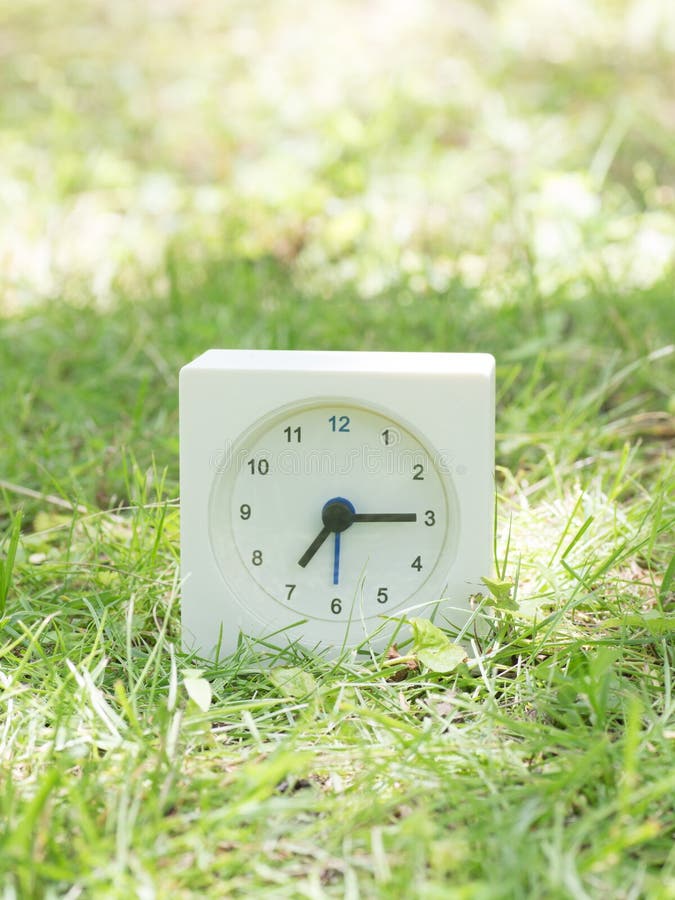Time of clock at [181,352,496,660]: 7:15
